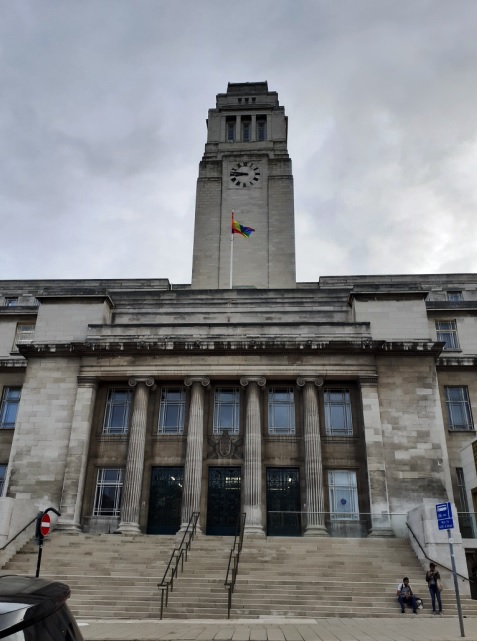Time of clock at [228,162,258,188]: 8:47
